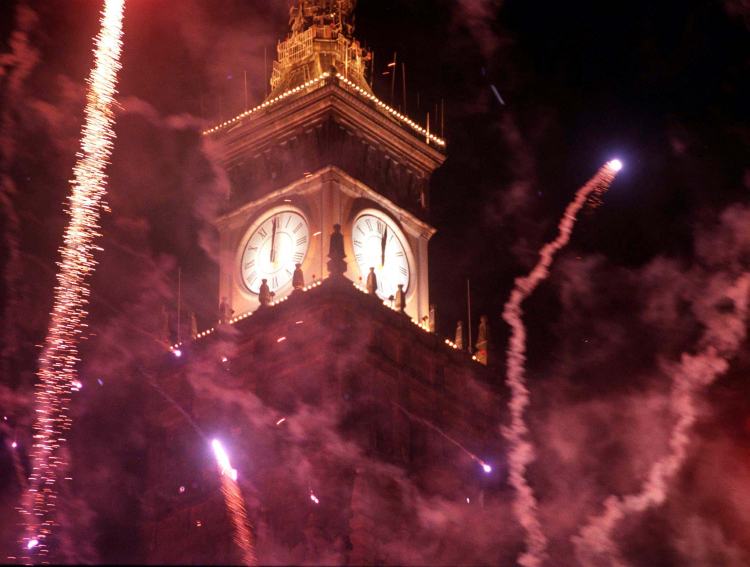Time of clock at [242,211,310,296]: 12:00
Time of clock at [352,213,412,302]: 12:02
